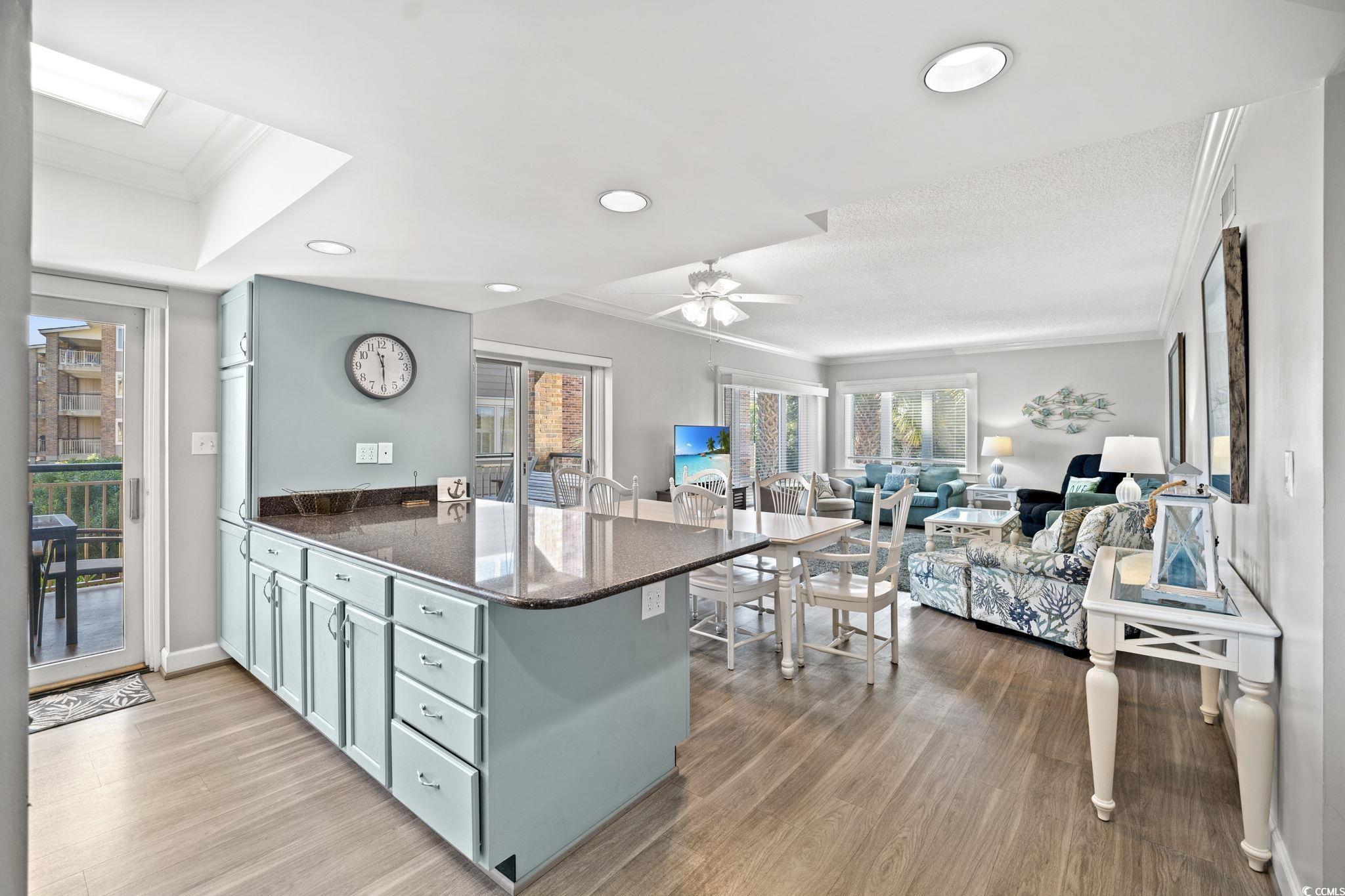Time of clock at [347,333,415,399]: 11:29
